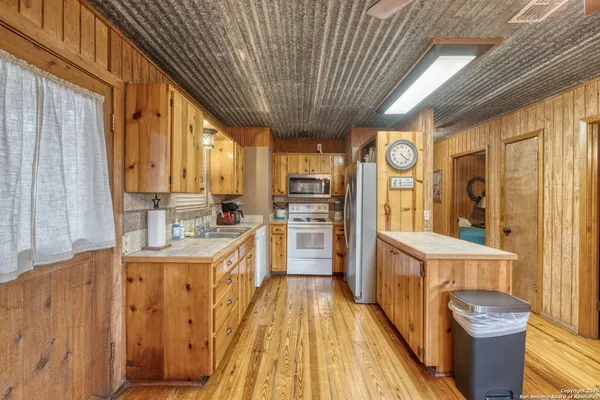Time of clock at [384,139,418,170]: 4:21
